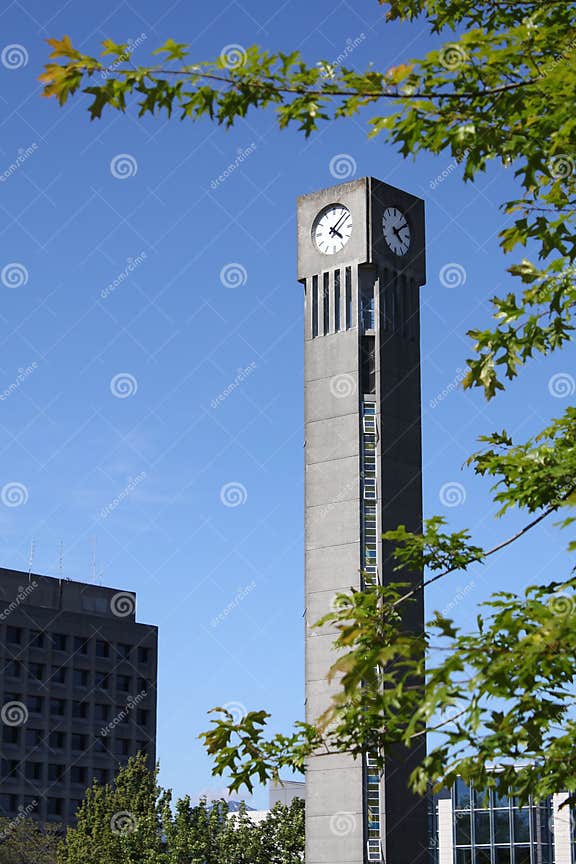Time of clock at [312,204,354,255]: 4:07
